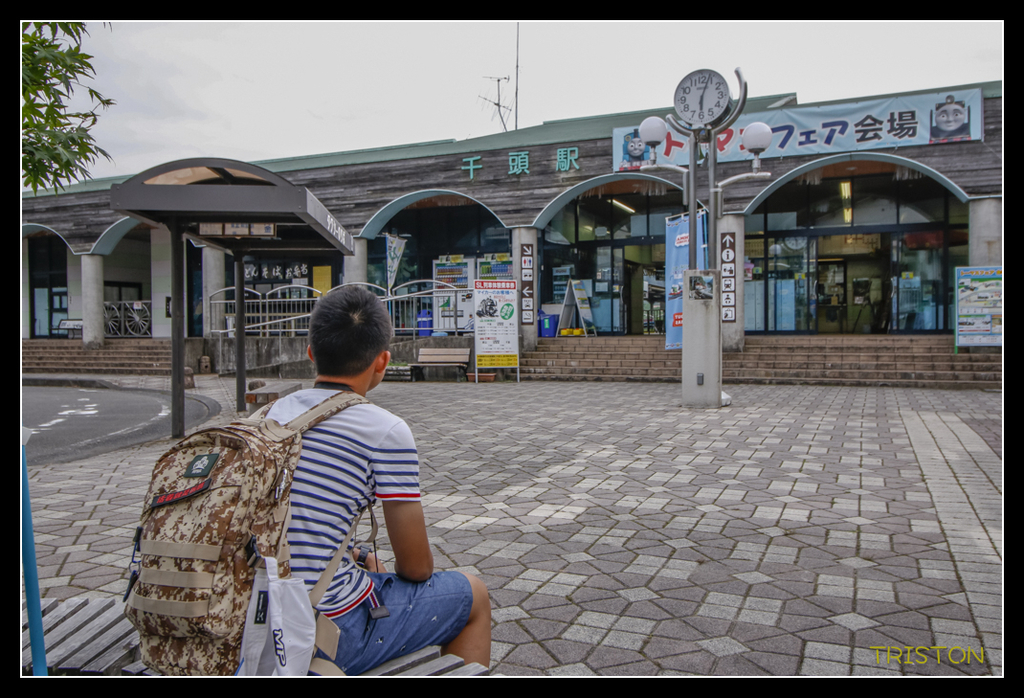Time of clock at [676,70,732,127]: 6:03
